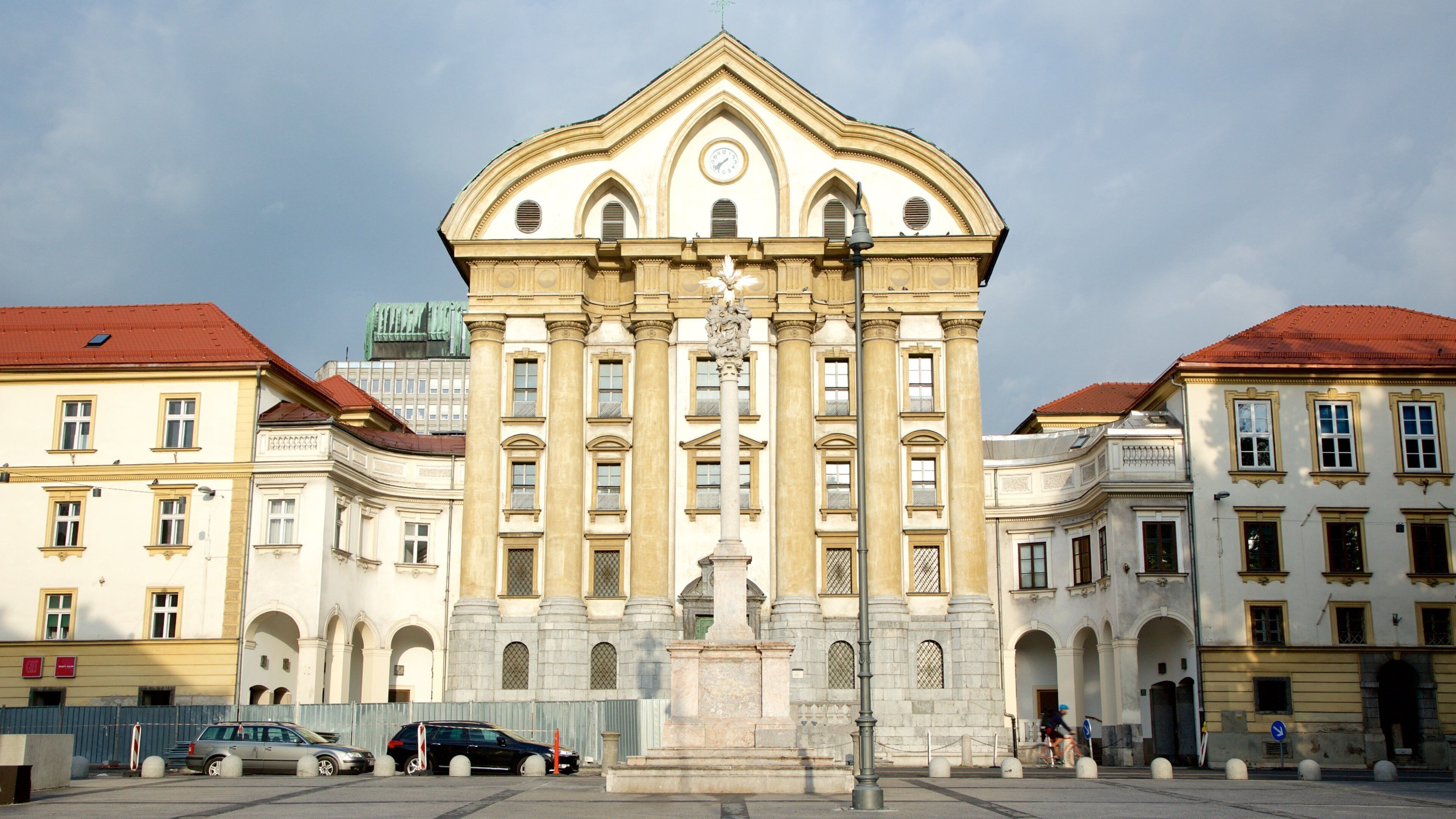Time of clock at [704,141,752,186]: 7:37
